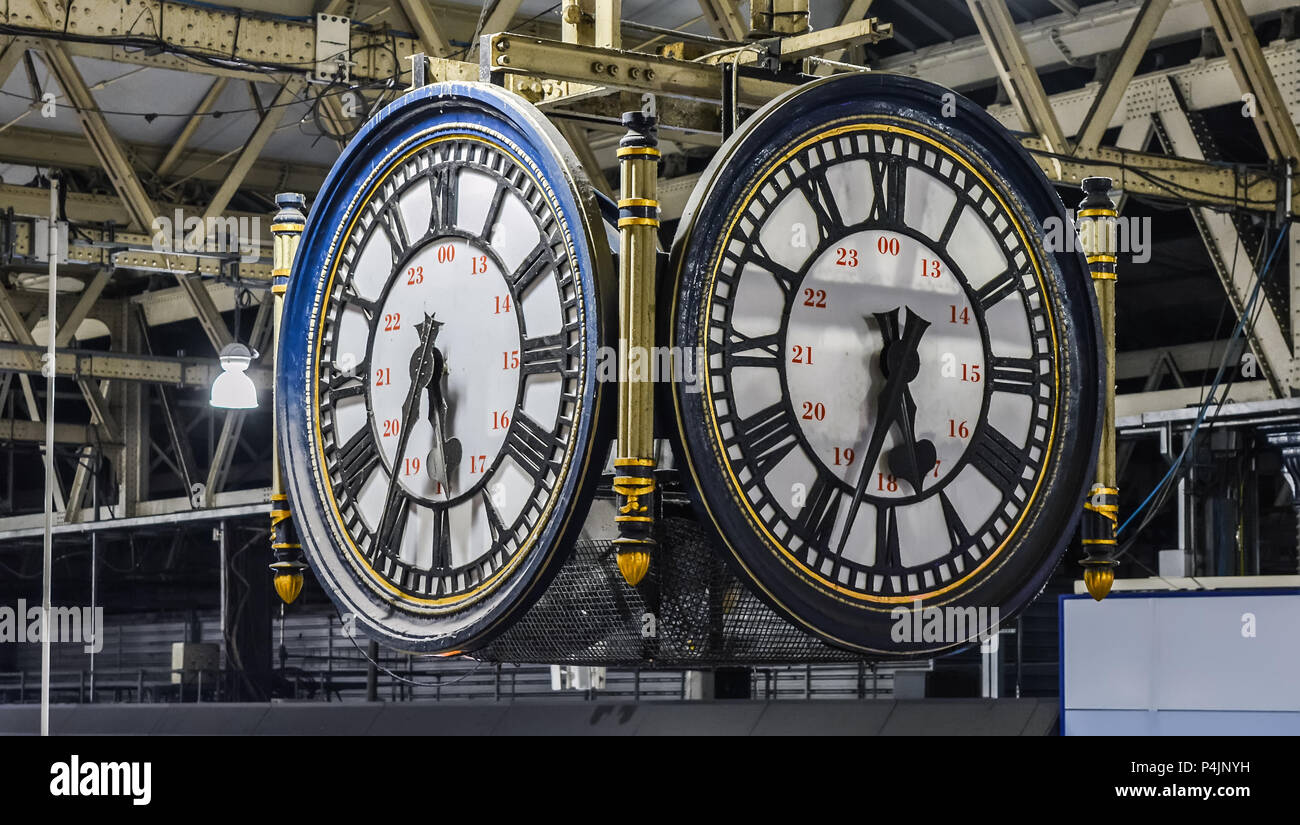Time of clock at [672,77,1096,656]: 5:33
